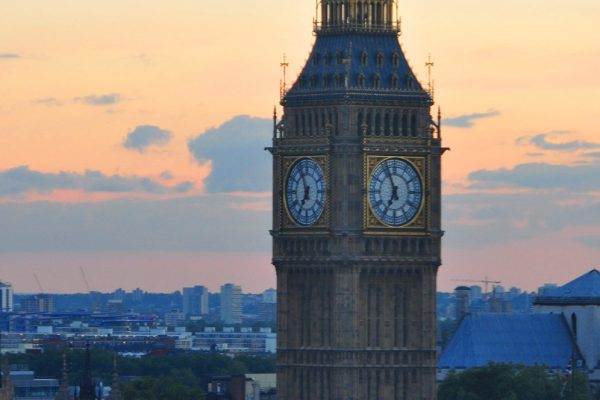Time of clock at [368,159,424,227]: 6:56
